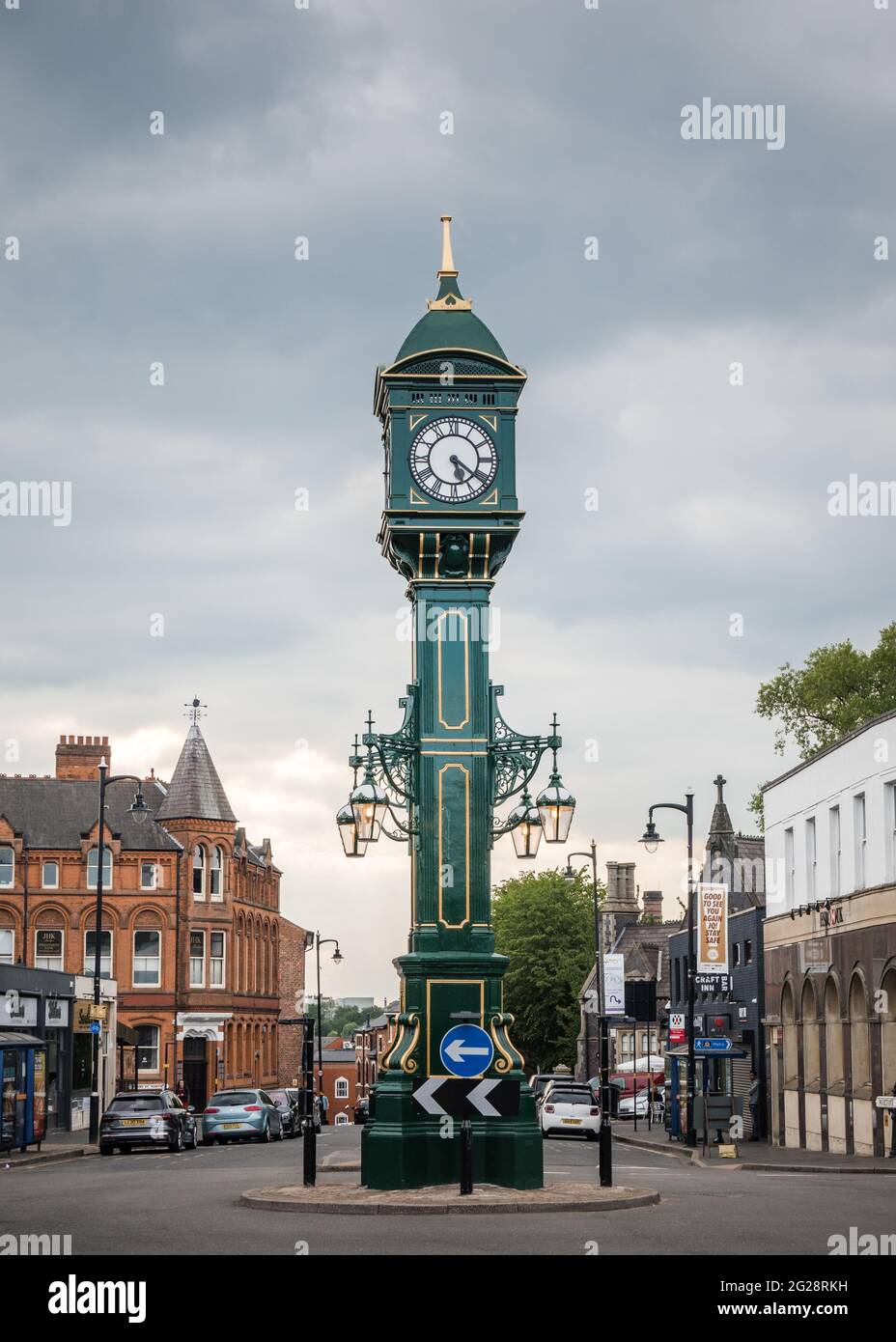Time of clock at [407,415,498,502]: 5:21
